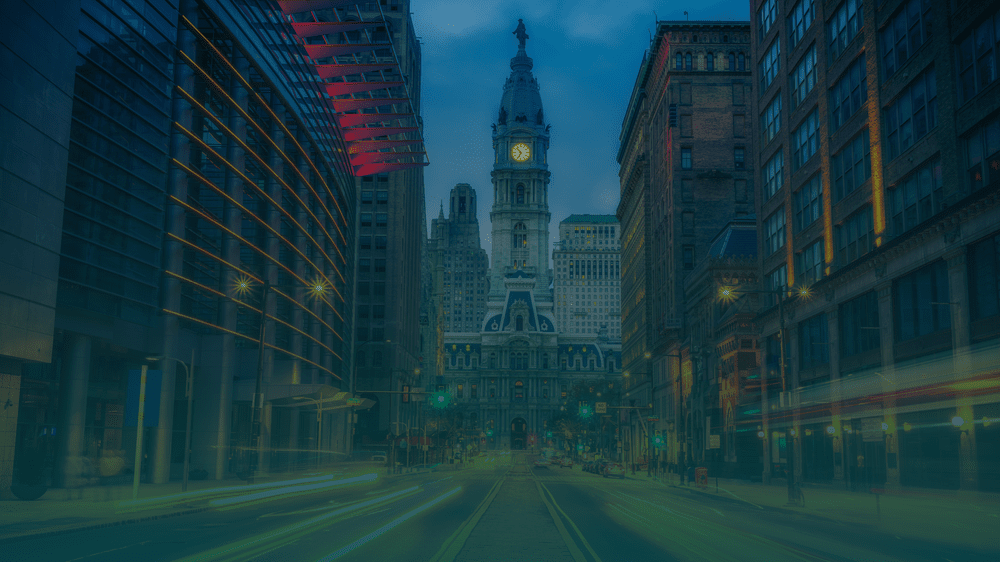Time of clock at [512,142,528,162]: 10:34
